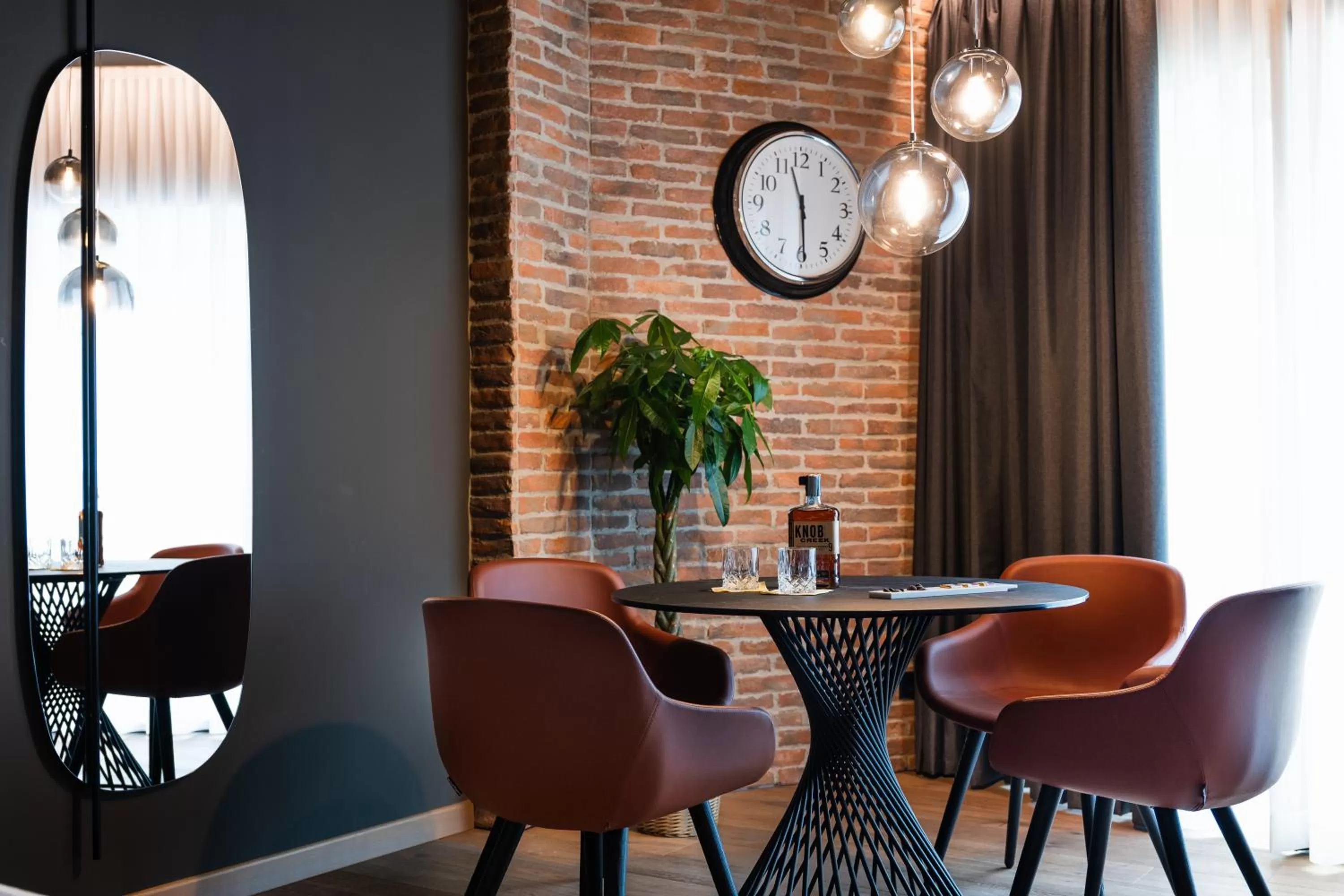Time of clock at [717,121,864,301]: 11:29
